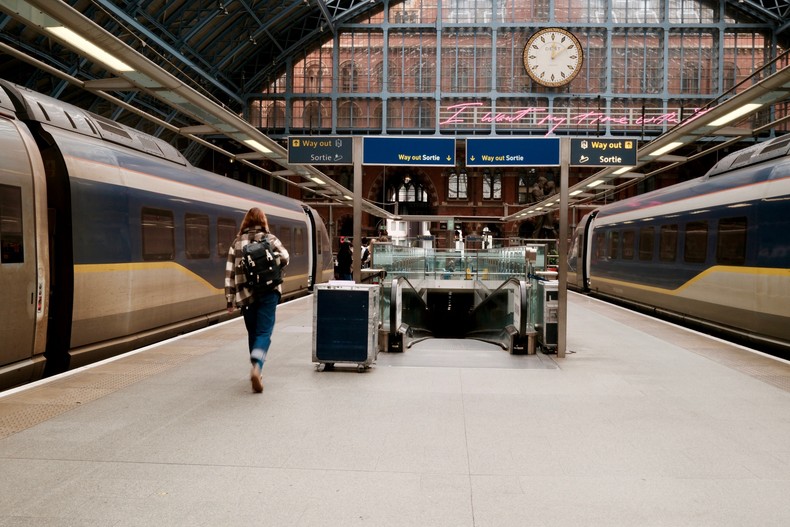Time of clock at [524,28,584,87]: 12:09
